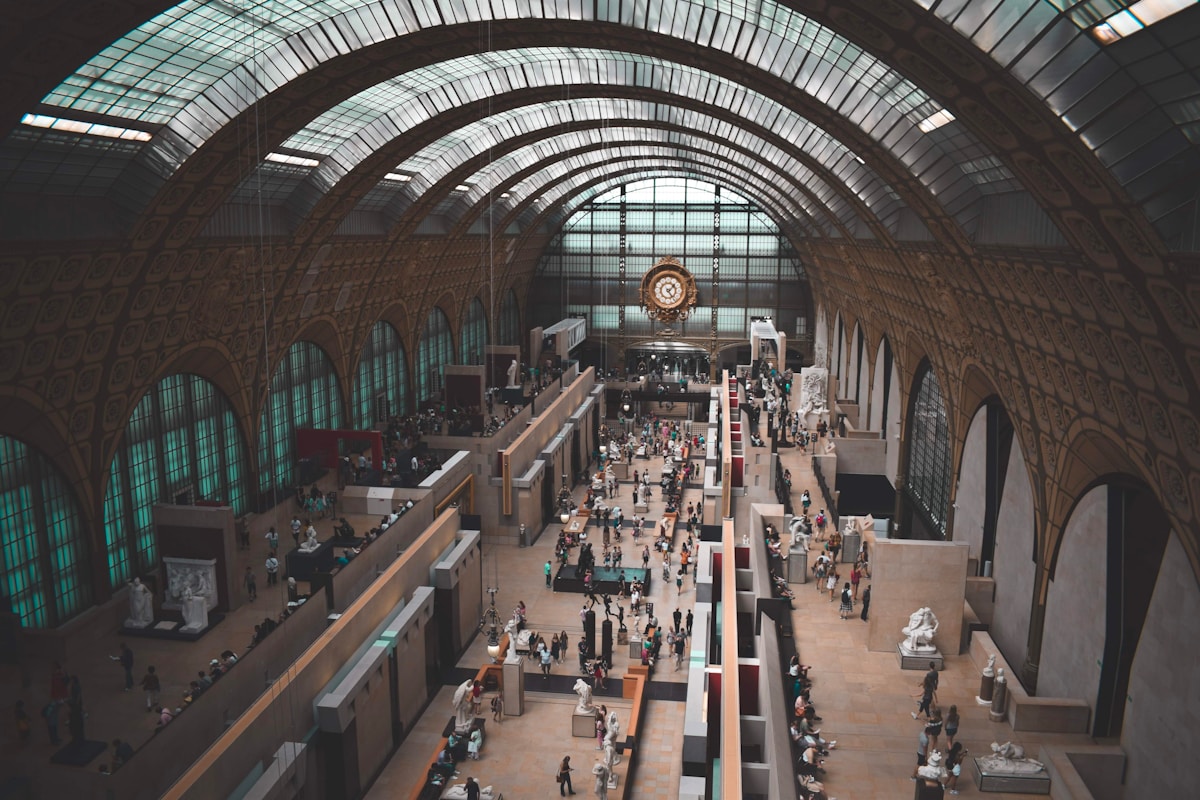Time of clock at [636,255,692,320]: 1:24
